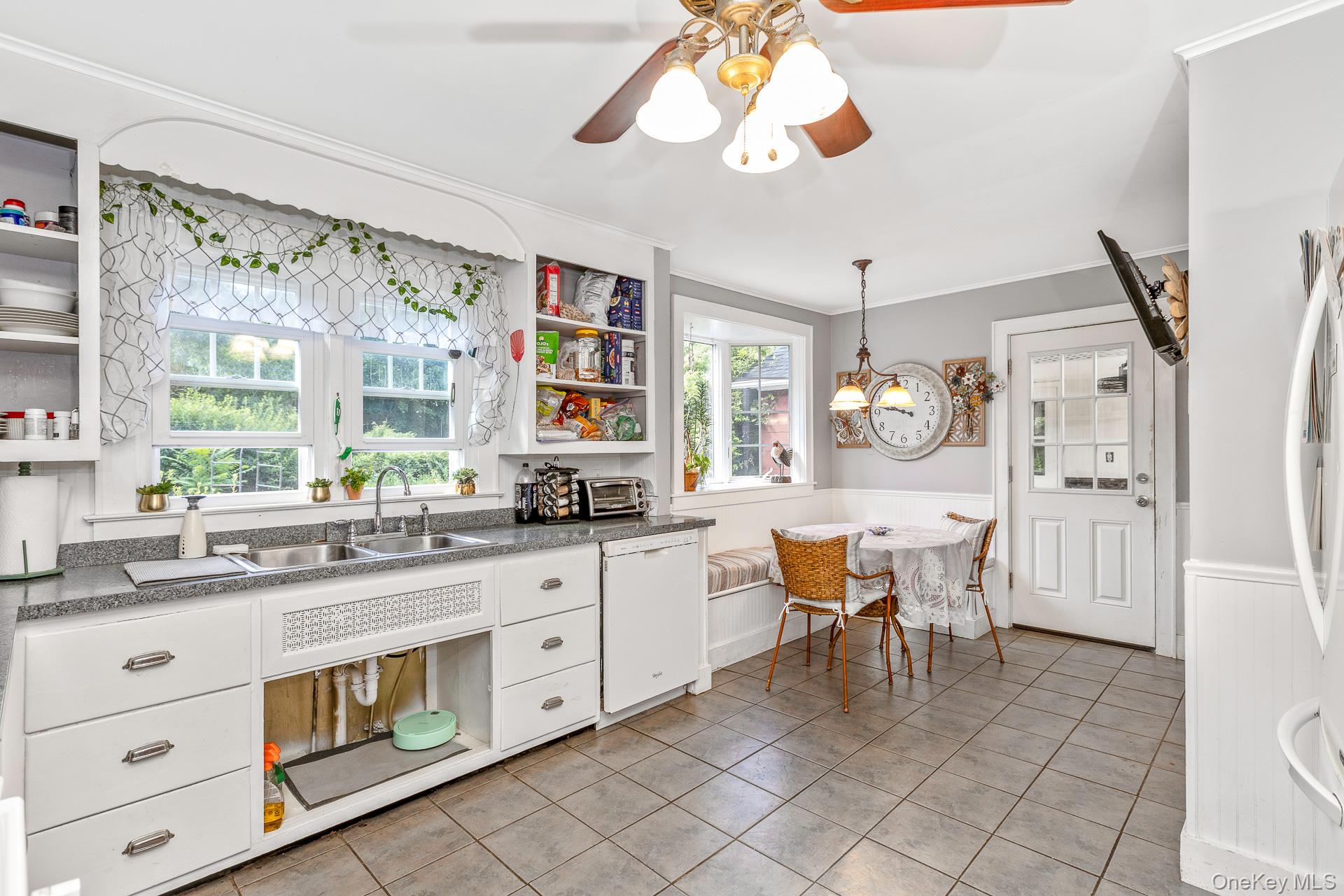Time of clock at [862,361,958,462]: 9:47
